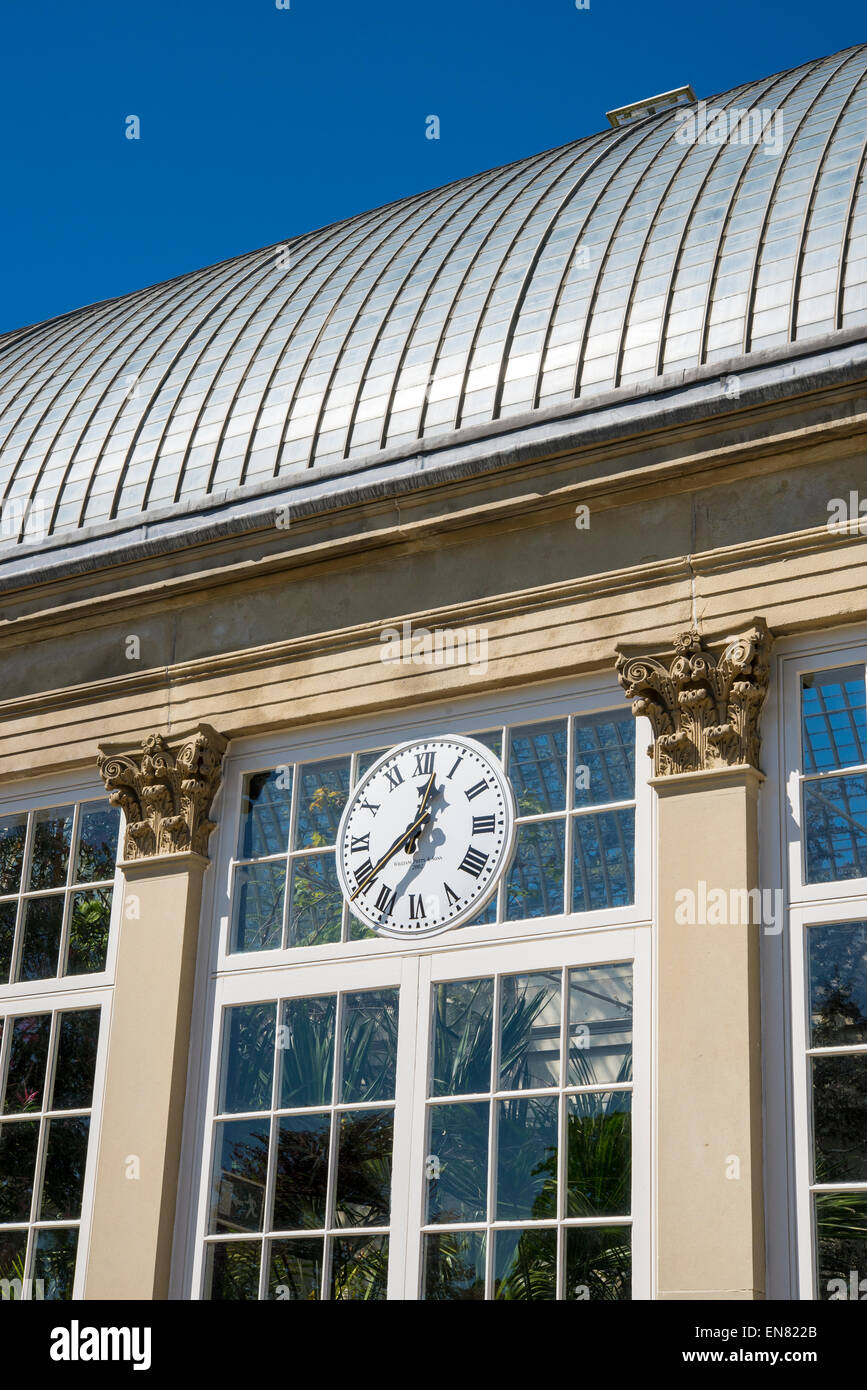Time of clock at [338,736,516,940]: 12:38
